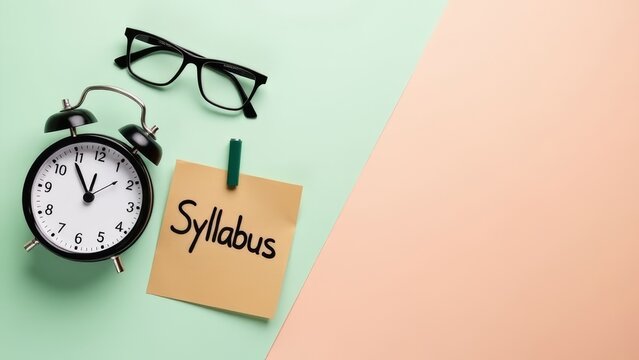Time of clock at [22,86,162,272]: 11:53
